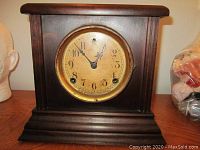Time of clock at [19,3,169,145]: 12:52
